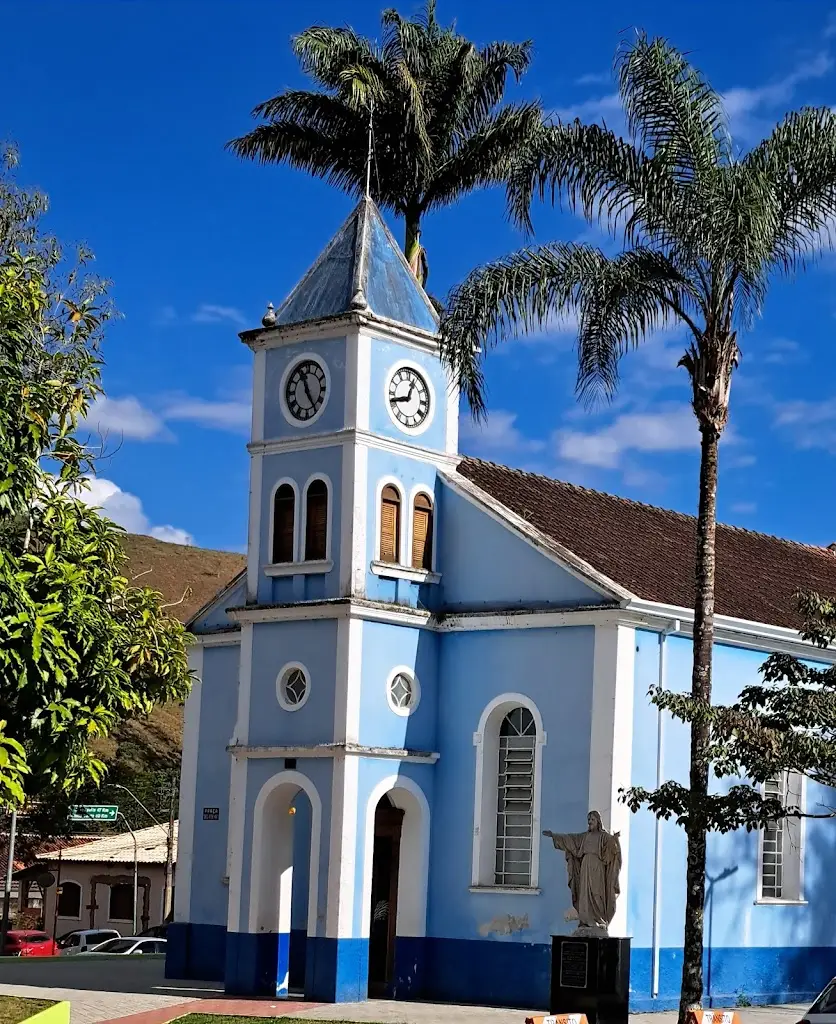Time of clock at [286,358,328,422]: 11:24
